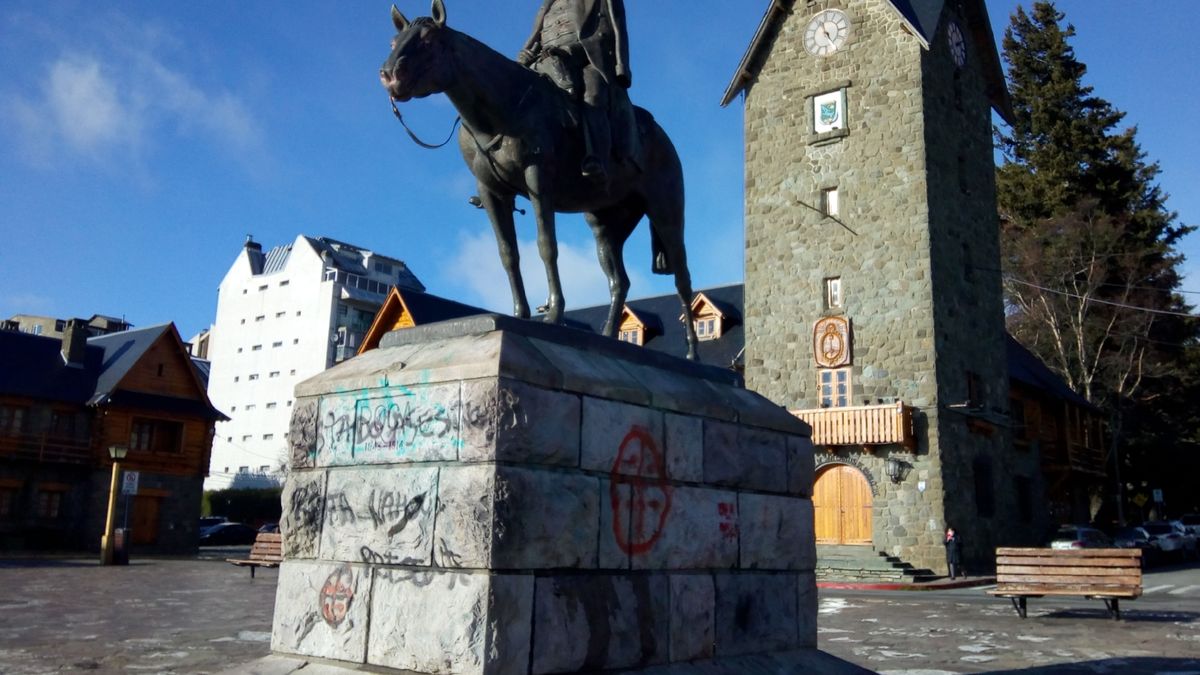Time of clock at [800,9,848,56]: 4:57
